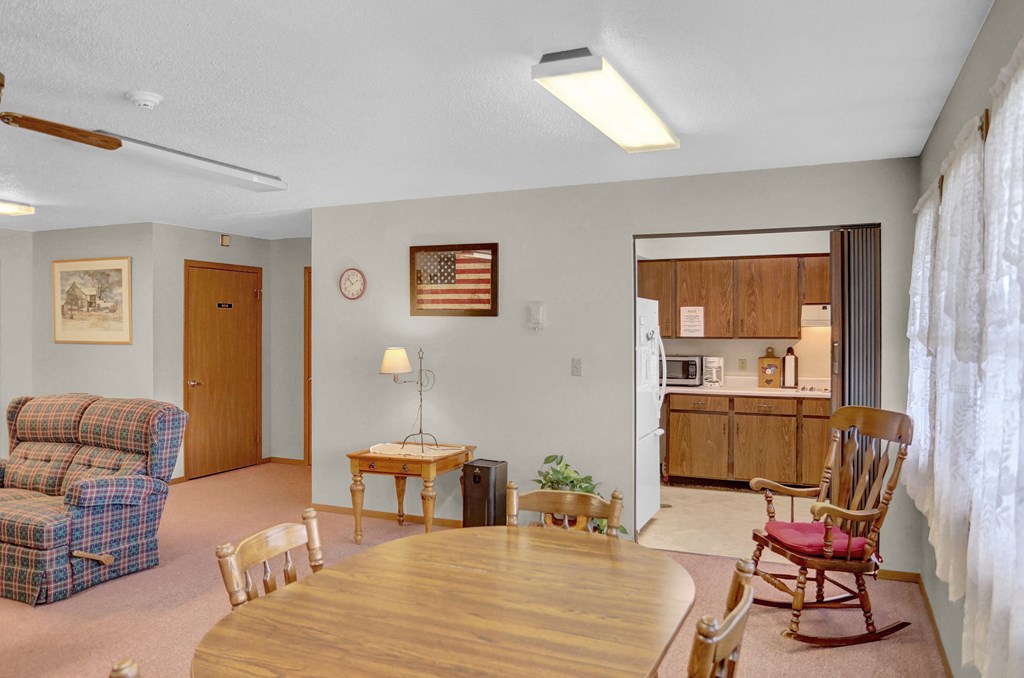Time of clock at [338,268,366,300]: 10:40
